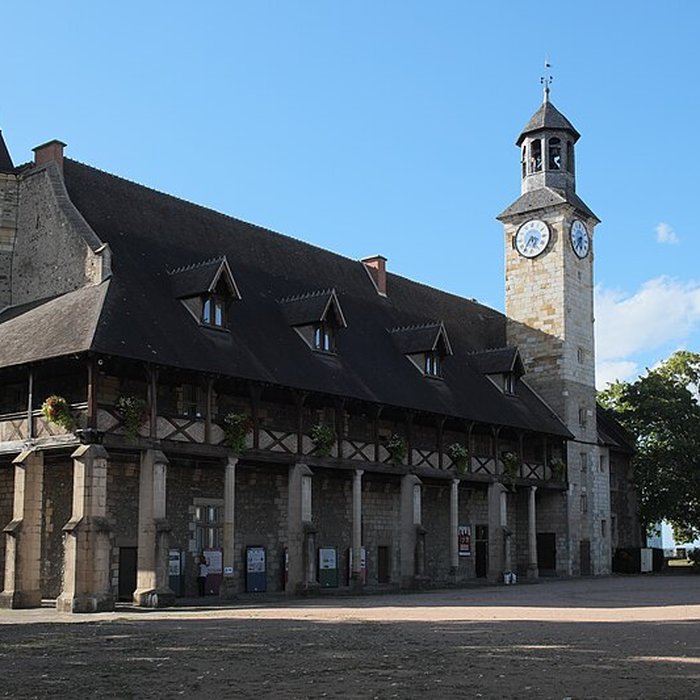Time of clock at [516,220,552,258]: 5:35
